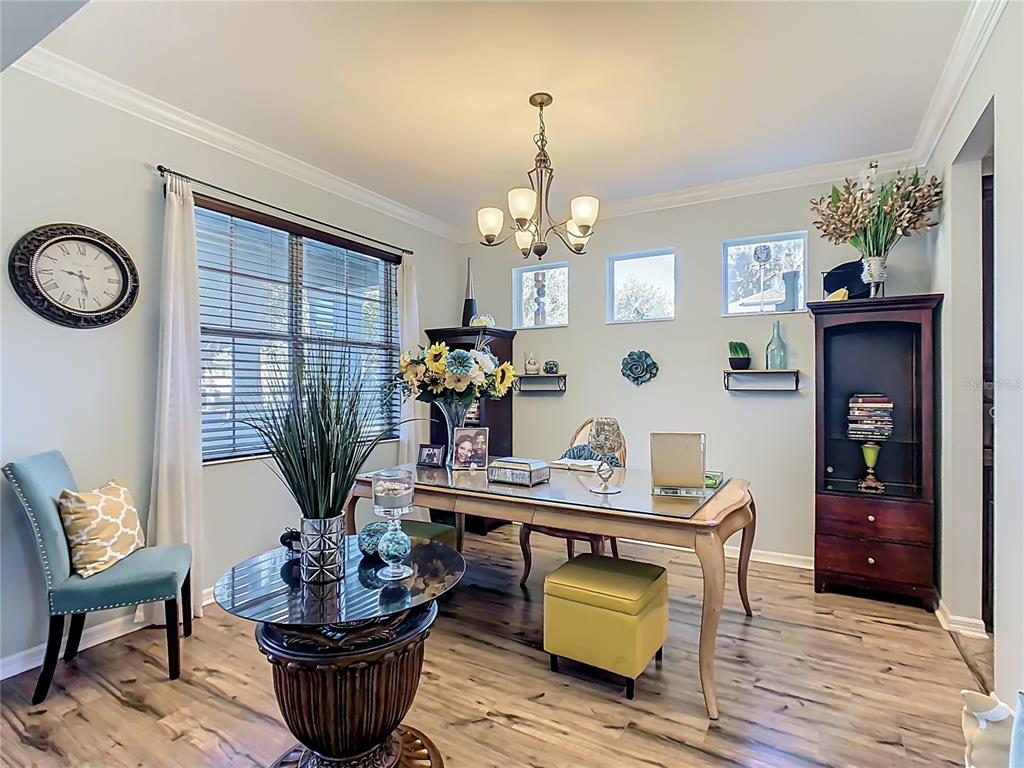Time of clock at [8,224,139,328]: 9:28
